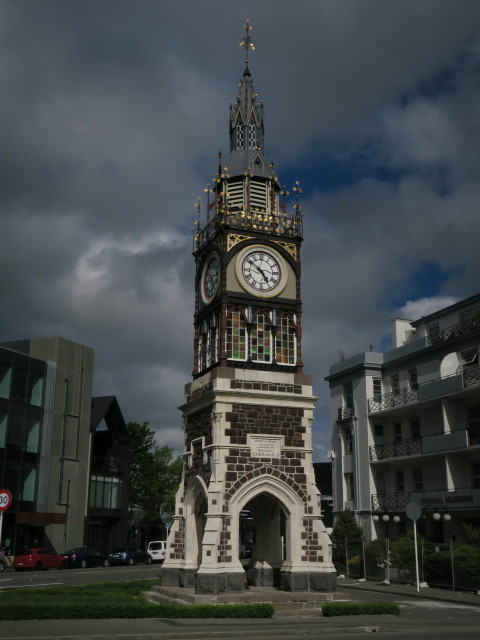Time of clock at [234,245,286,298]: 4:51
